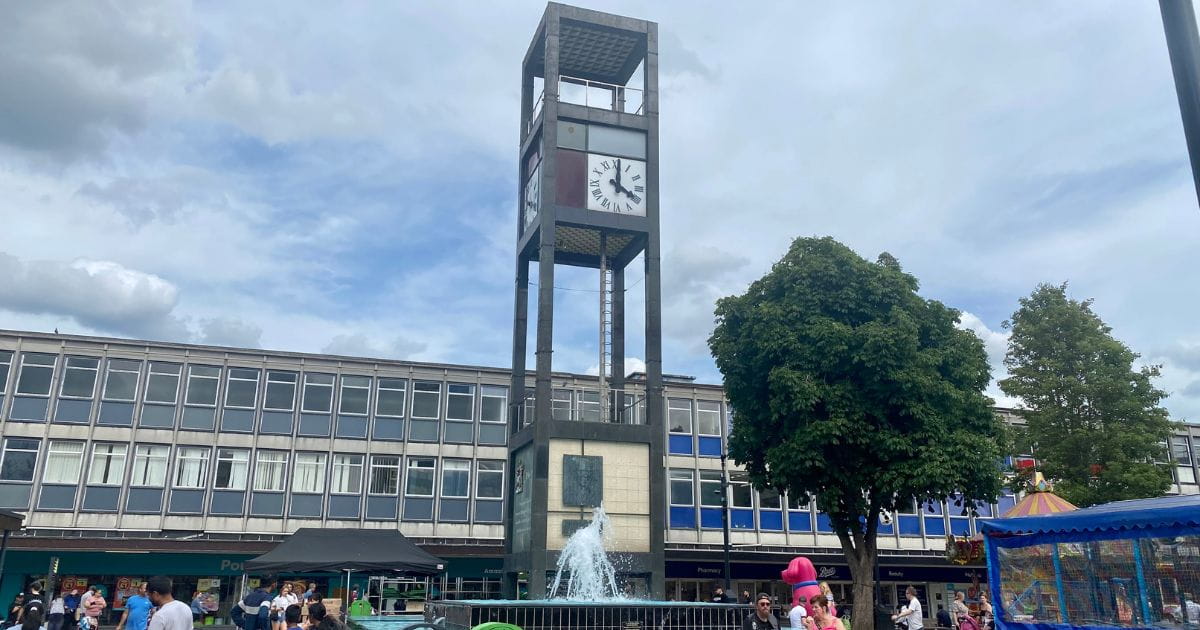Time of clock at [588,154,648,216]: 4:00
